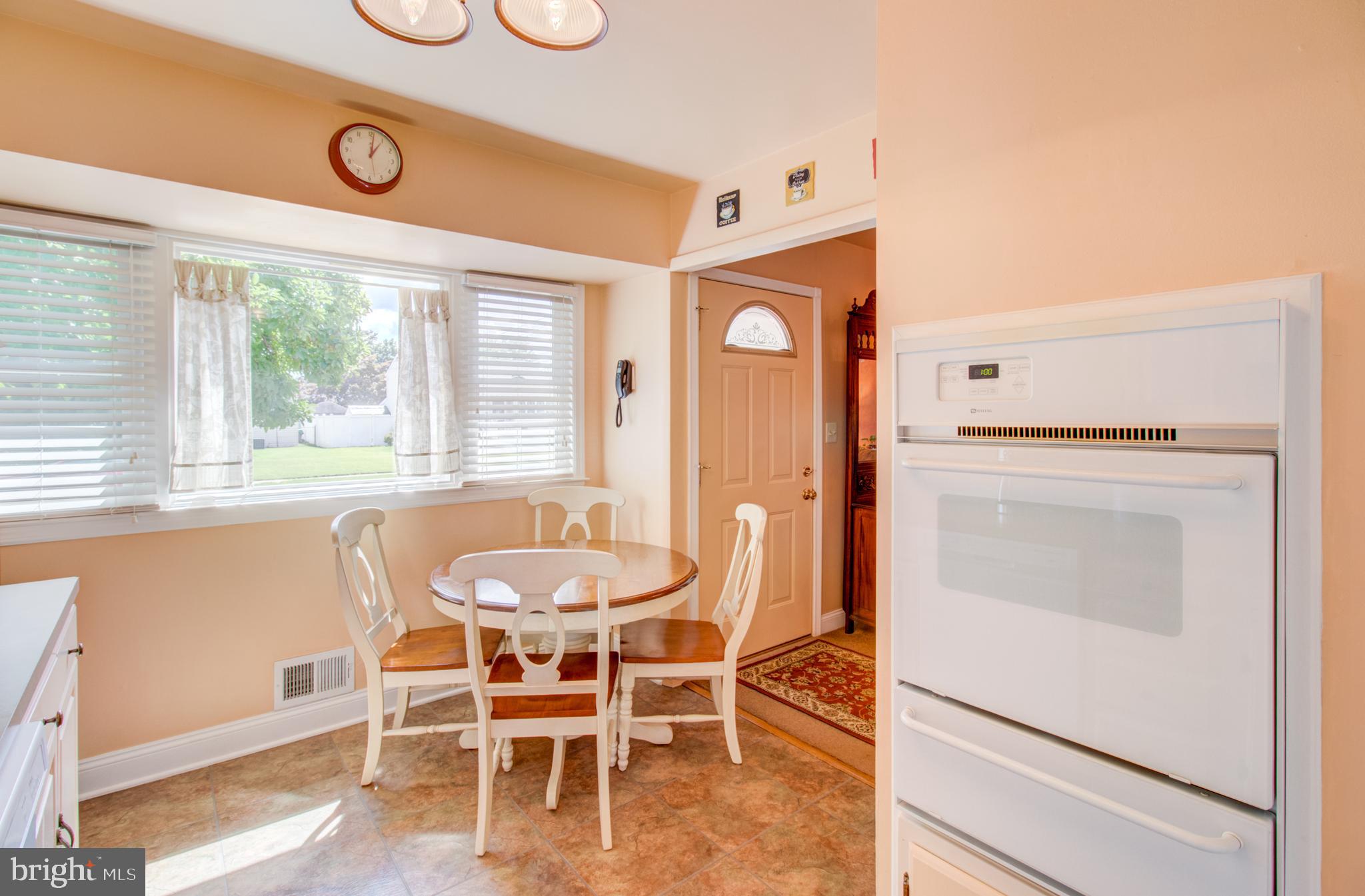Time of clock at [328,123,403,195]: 1:01
